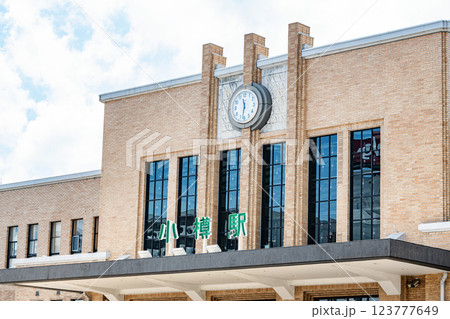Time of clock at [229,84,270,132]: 11:31
